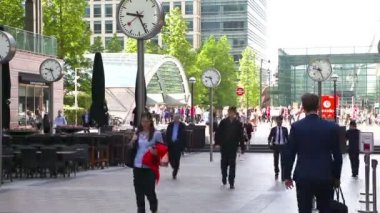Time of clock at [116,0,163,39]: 9:26
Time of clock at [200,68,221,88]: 9:26
